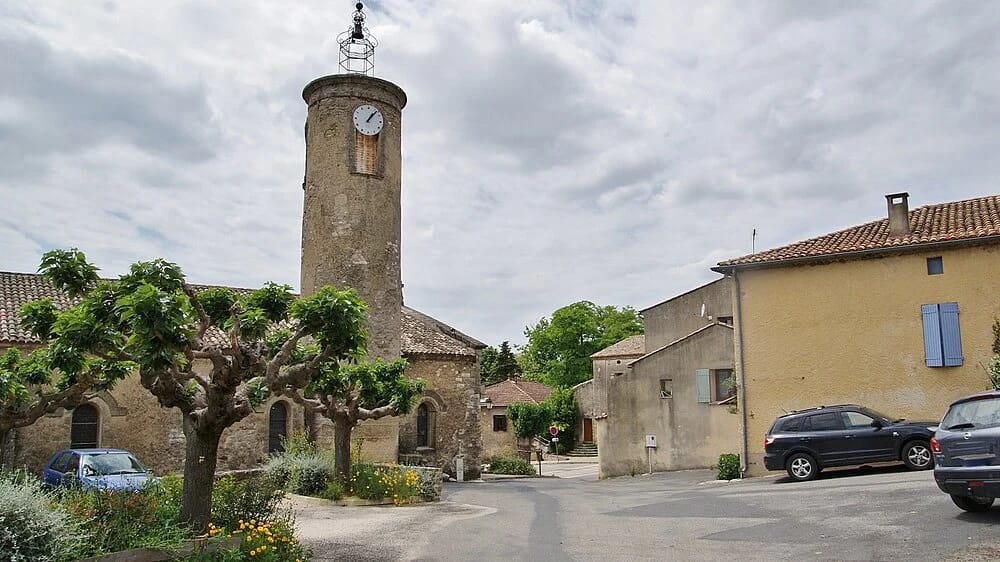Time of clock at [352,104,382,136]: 1:06
